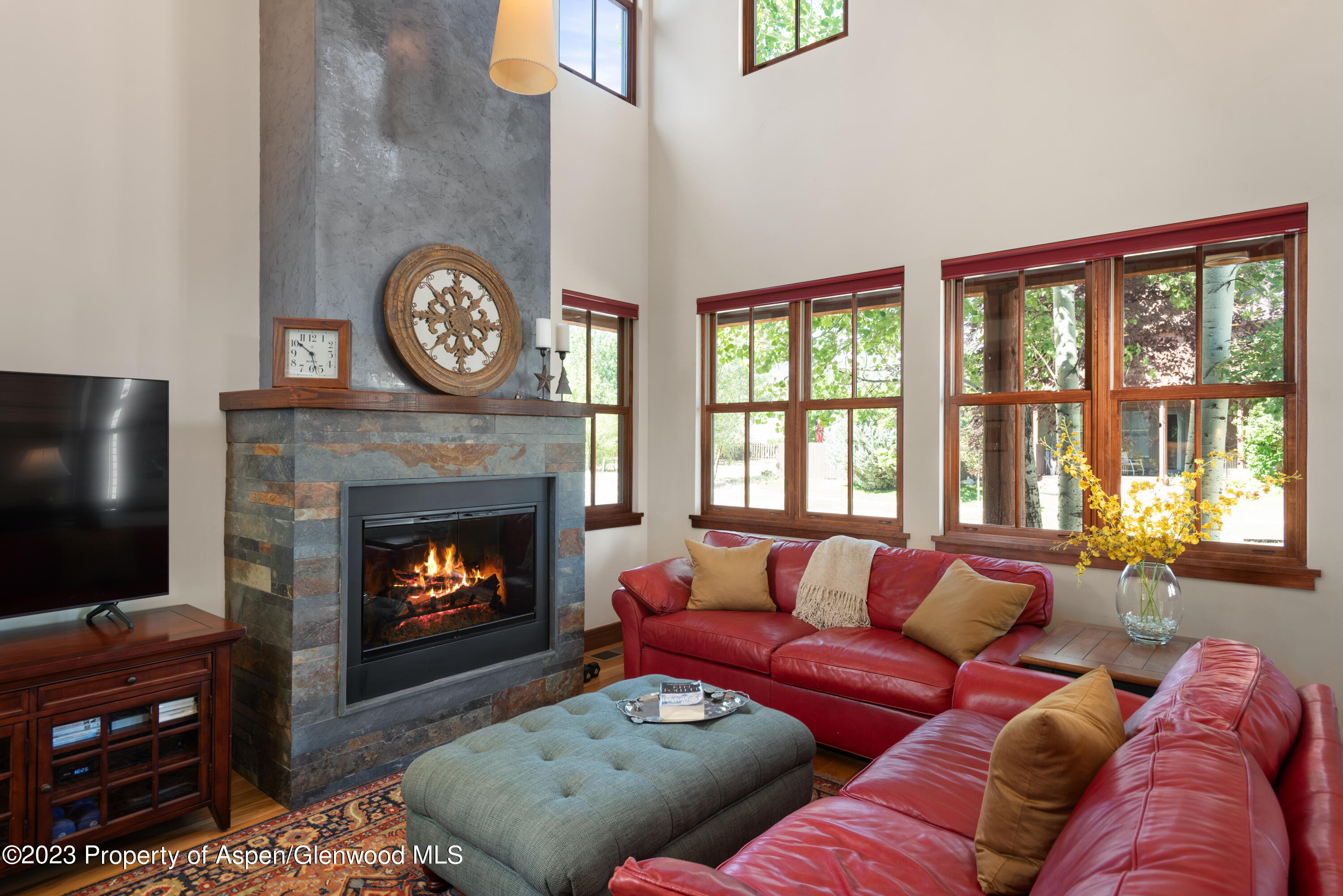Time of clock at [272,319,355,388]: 10:27
